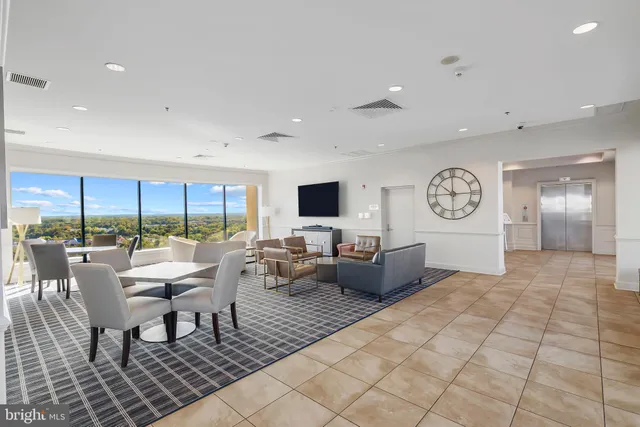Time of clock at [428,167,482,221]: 10:14
